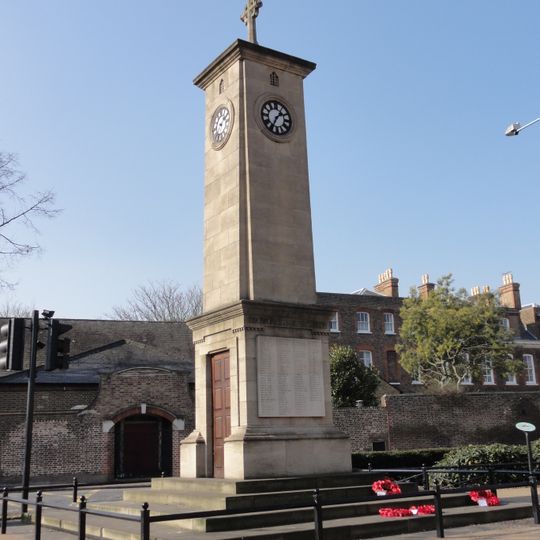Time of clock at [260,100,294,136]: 1:35
